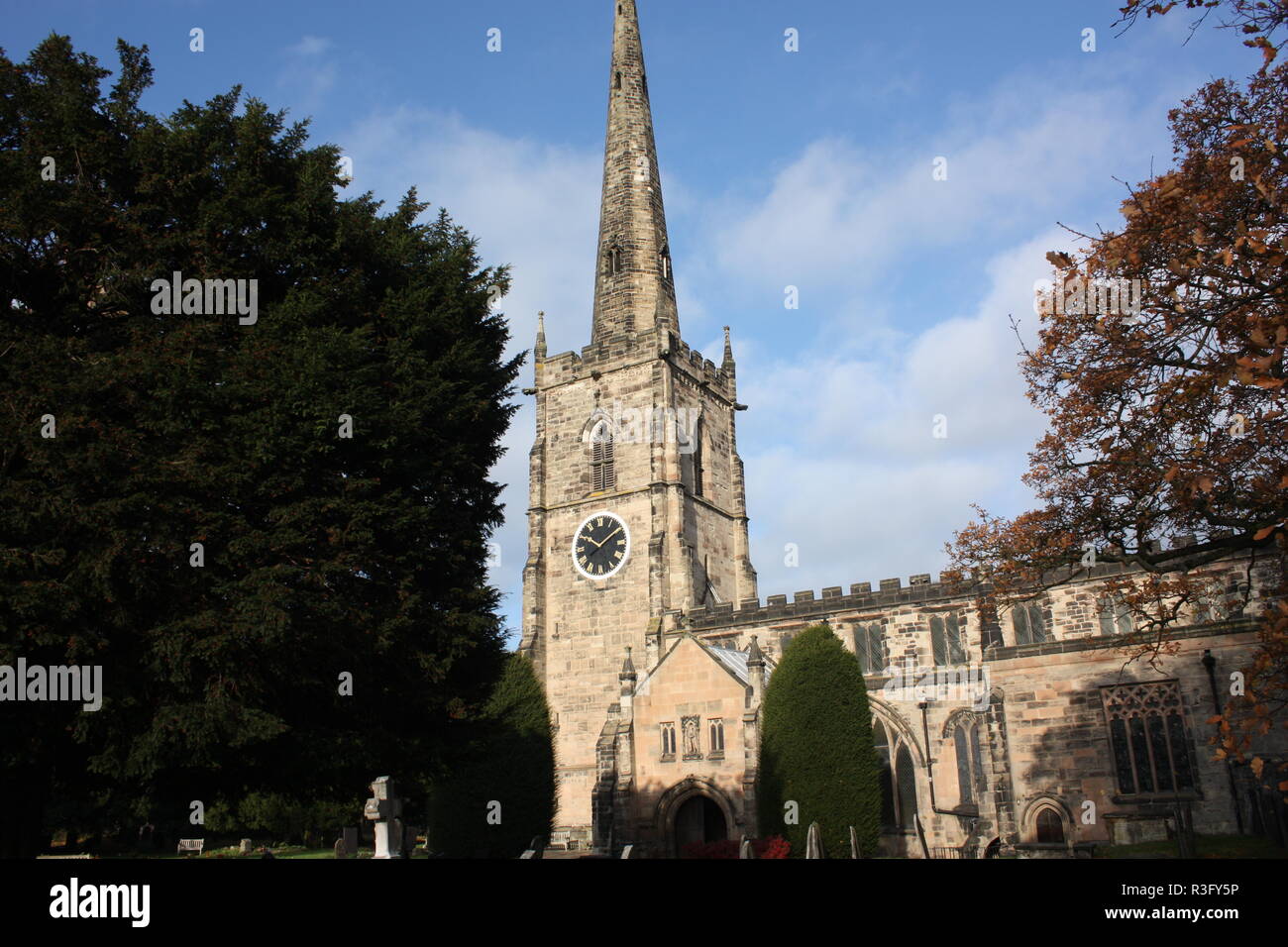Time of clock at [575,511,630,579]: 10:08
